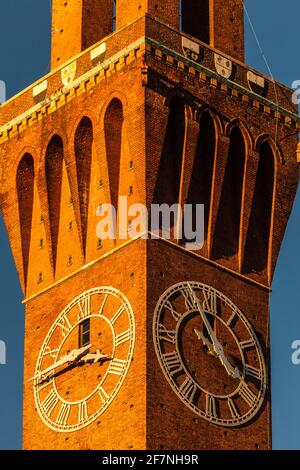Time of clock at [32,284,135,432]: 3:44
